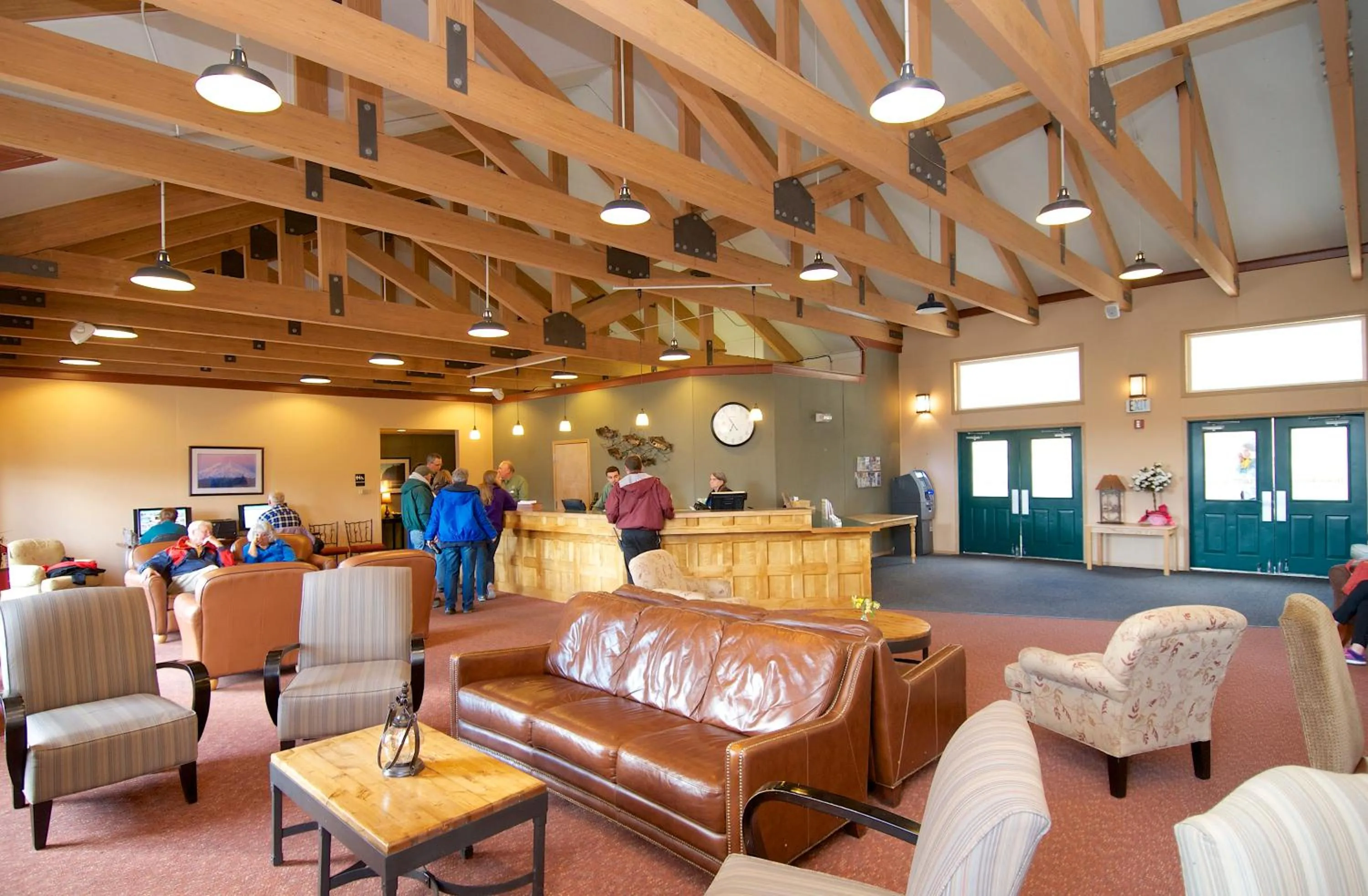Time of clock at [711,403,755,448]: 4:34
